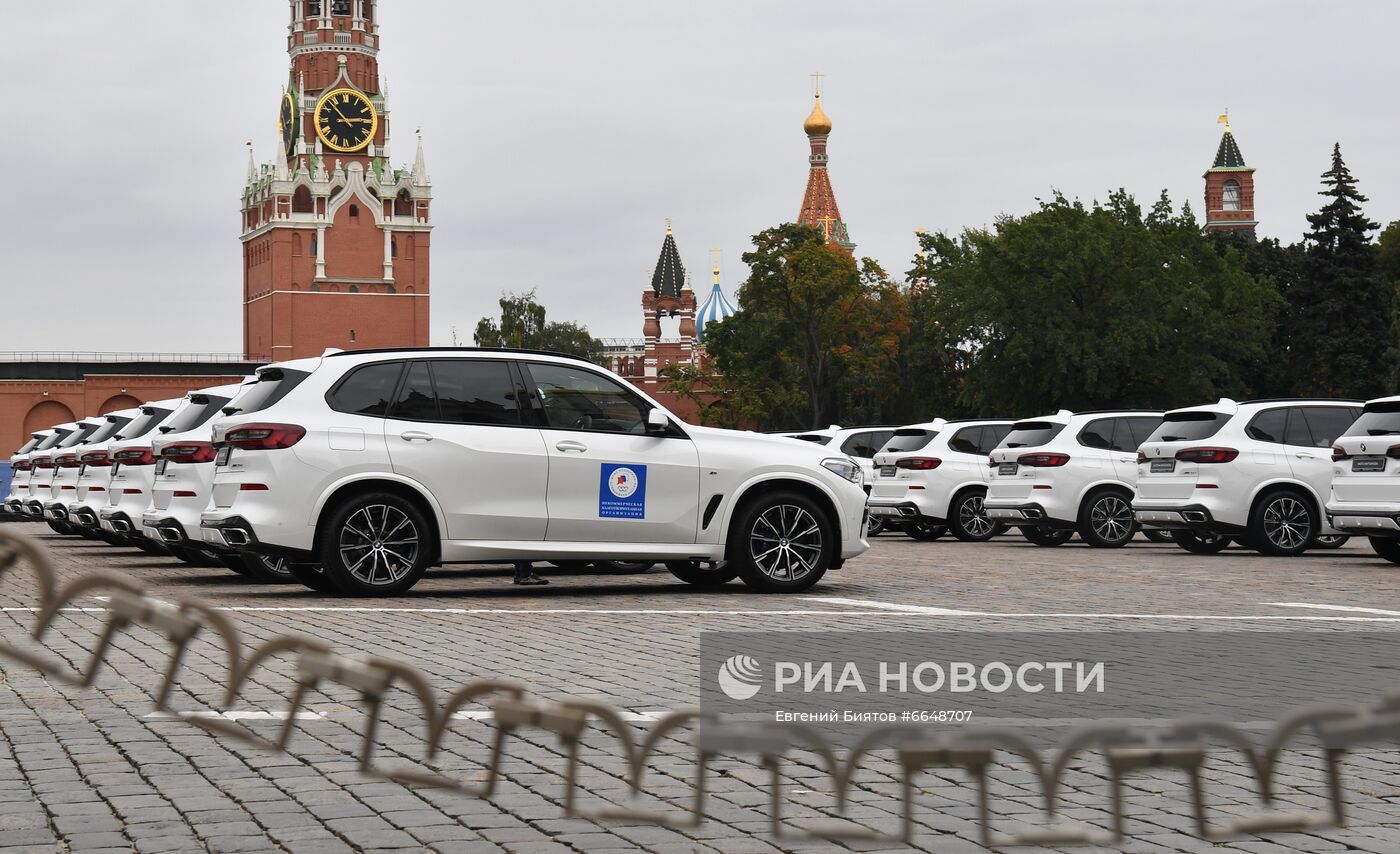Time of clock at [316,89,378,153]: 2:53
